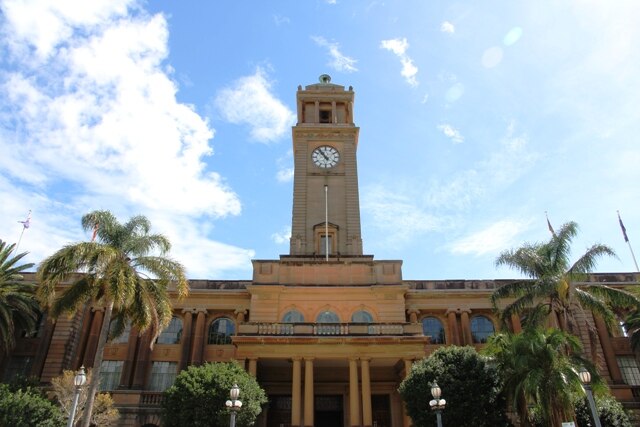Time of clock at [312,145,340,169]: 10:53
